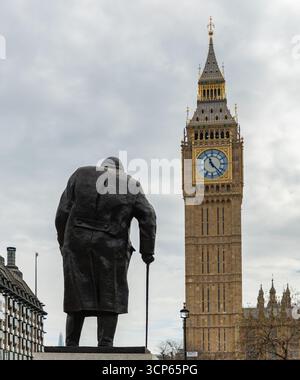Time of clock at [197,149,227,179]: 11:22
